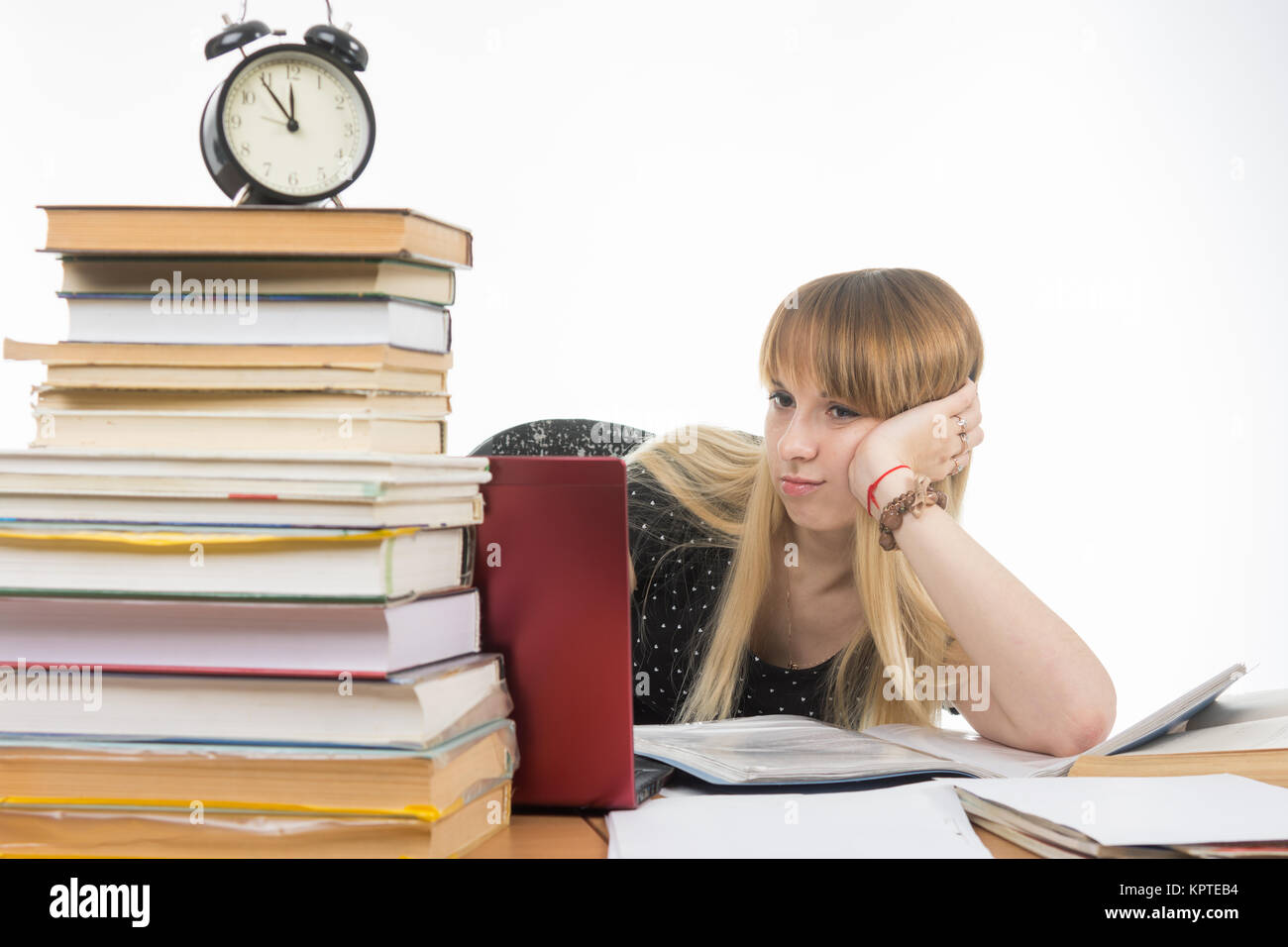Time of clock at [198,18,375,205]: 11:54
